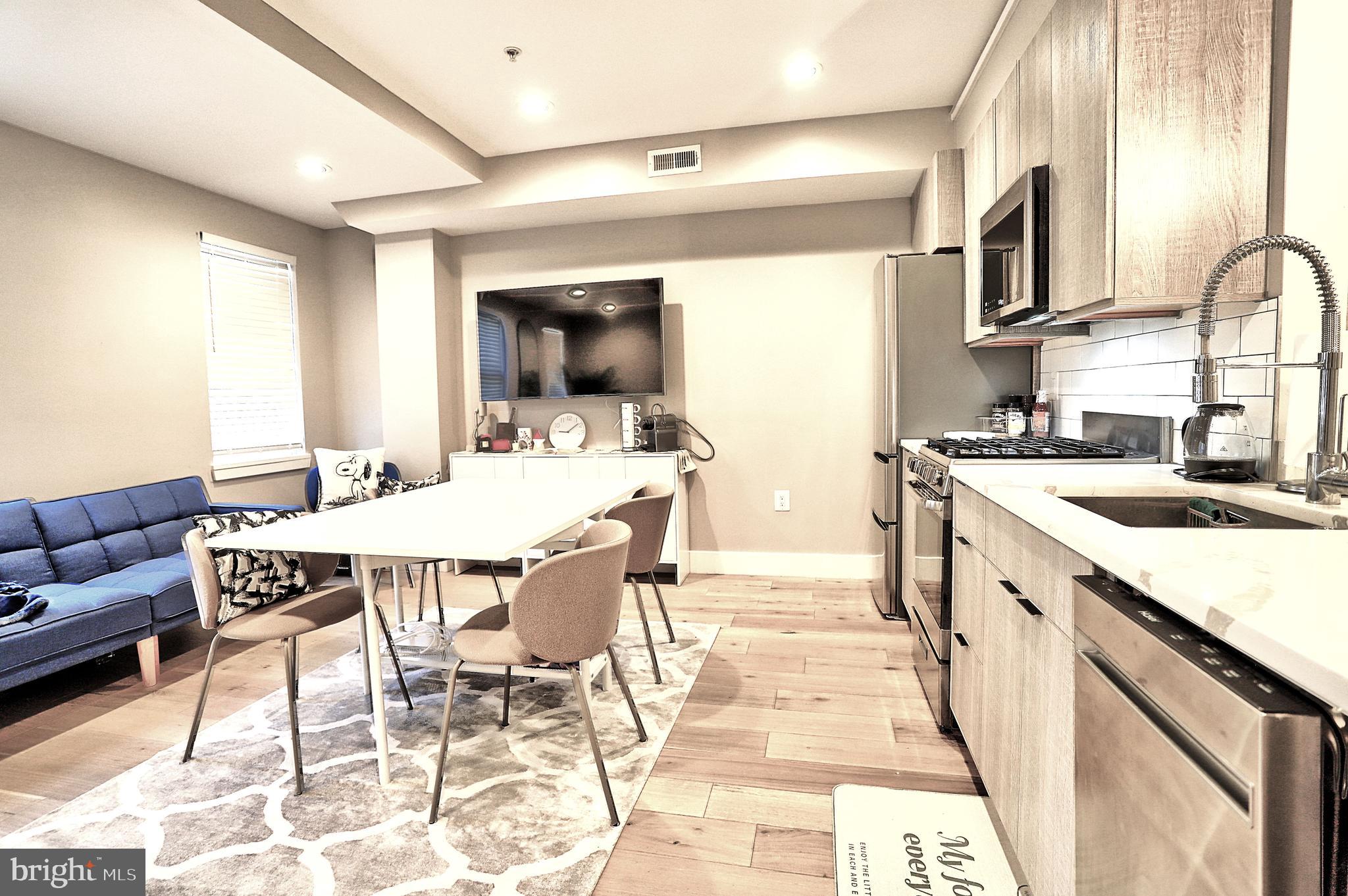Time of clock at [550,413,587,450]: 9:08
